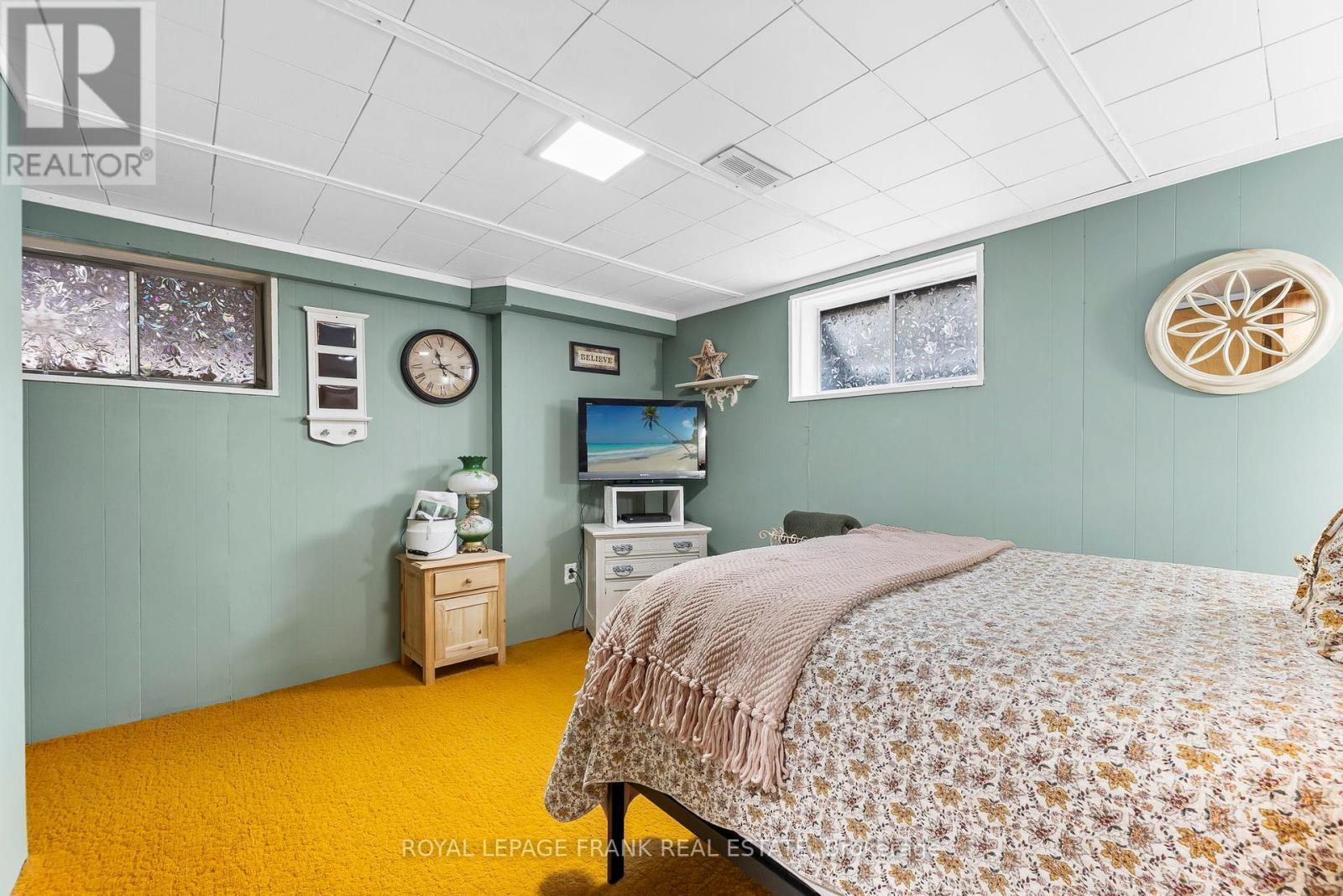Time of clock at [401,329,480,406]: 11:19
